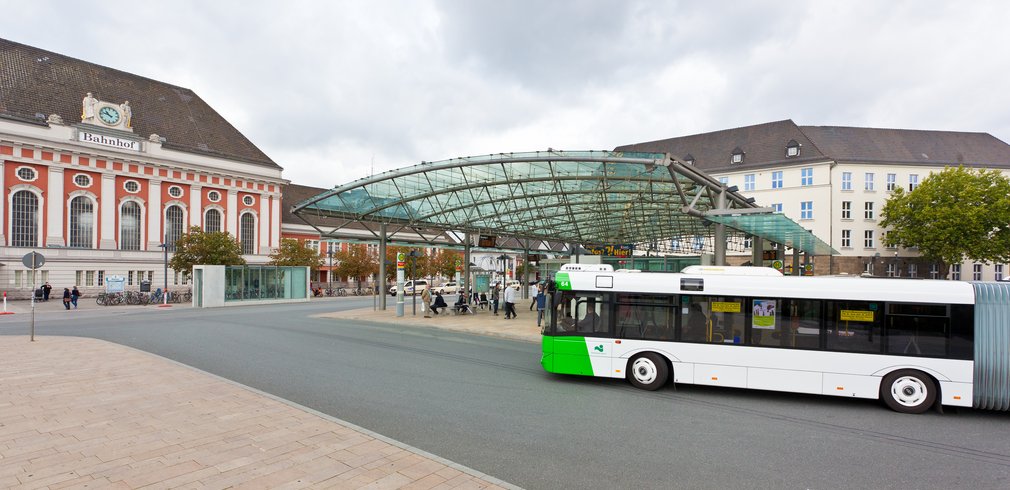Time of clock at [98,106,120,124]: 10:47
